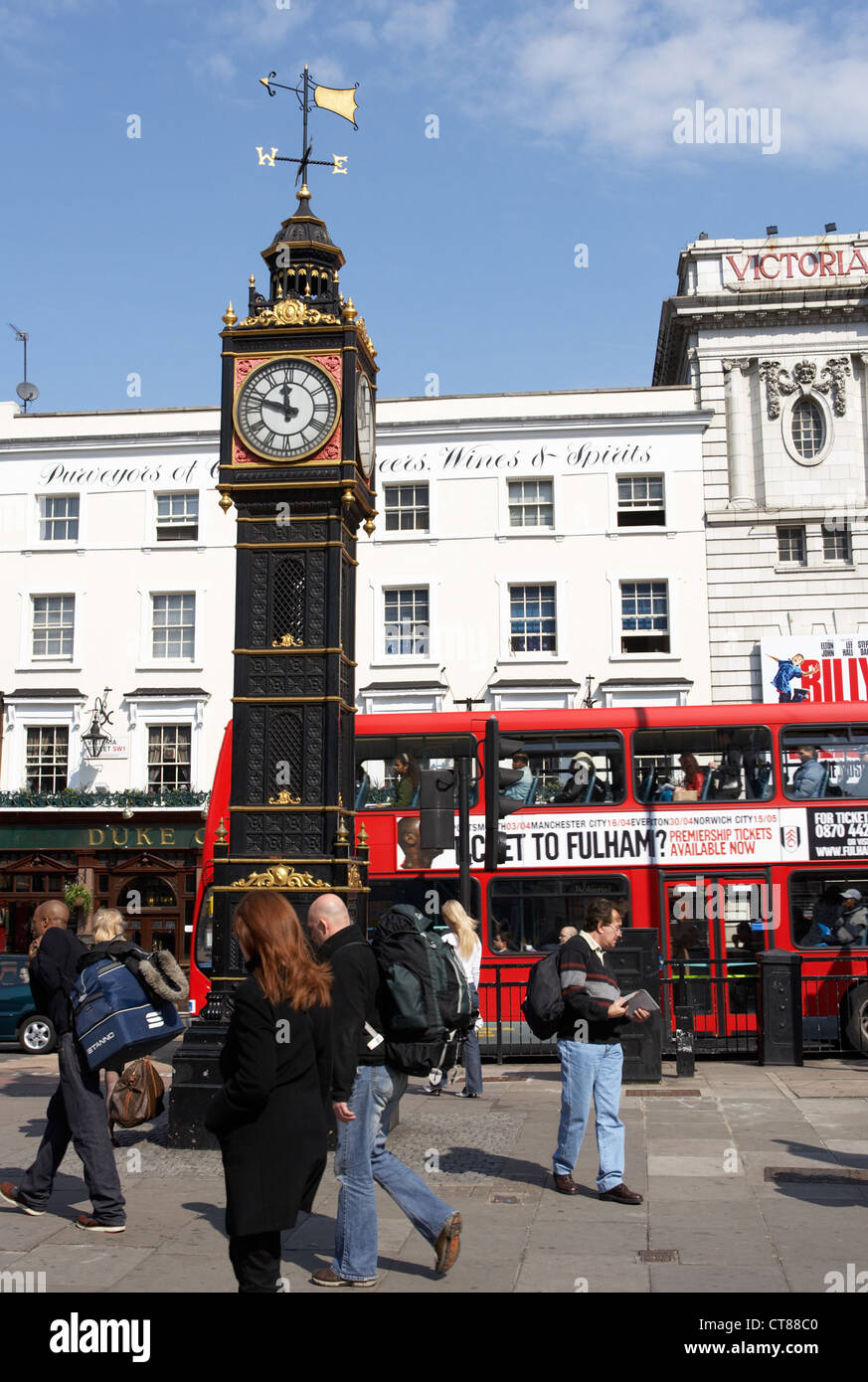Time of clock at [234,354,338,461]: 11:47
